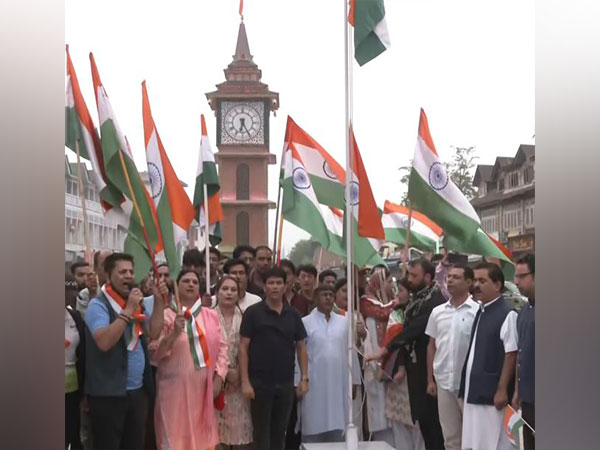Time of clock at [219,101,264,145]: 6:25
